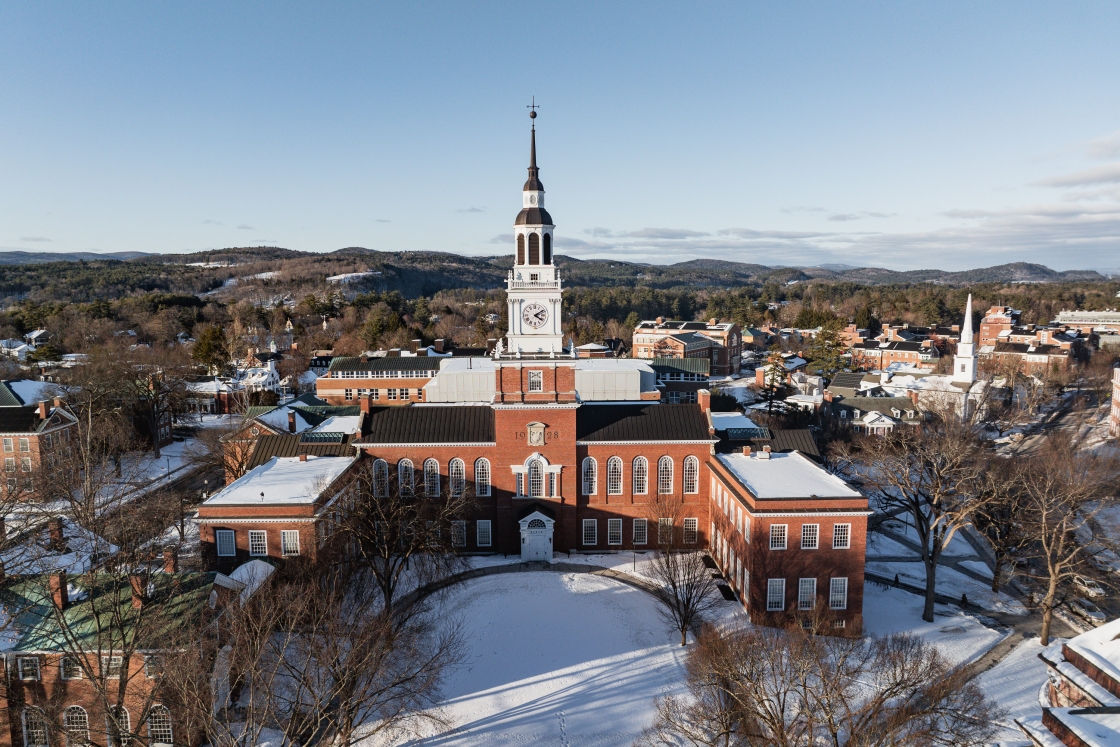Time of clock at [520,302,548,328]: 4:09
